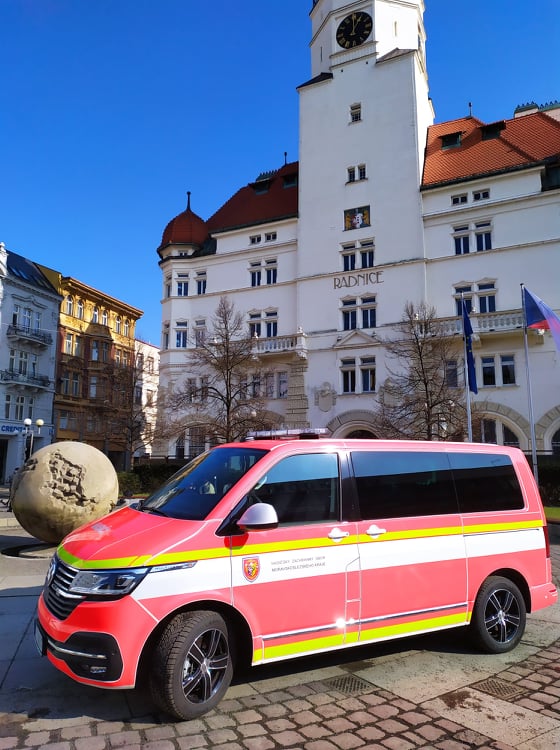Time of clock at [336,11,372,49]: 1:00
